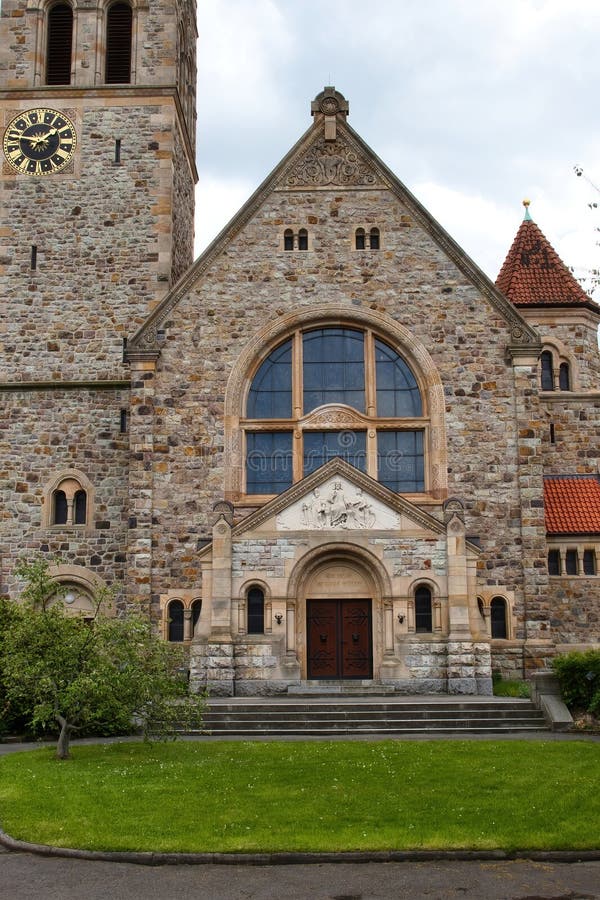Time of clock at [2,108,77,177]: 1:46
